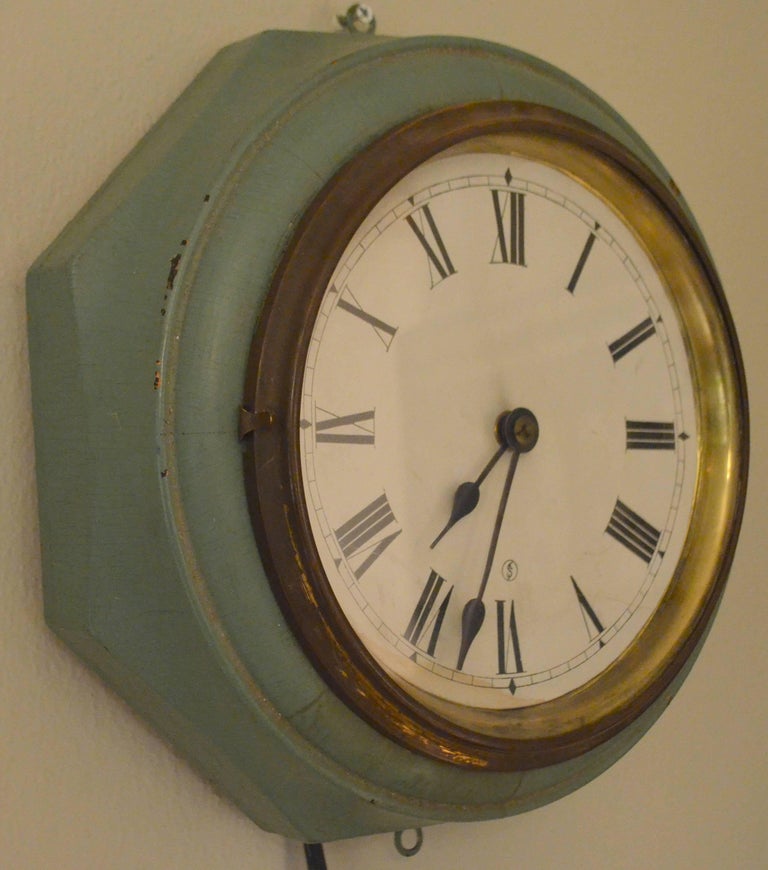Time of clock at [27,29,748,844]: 7:32
